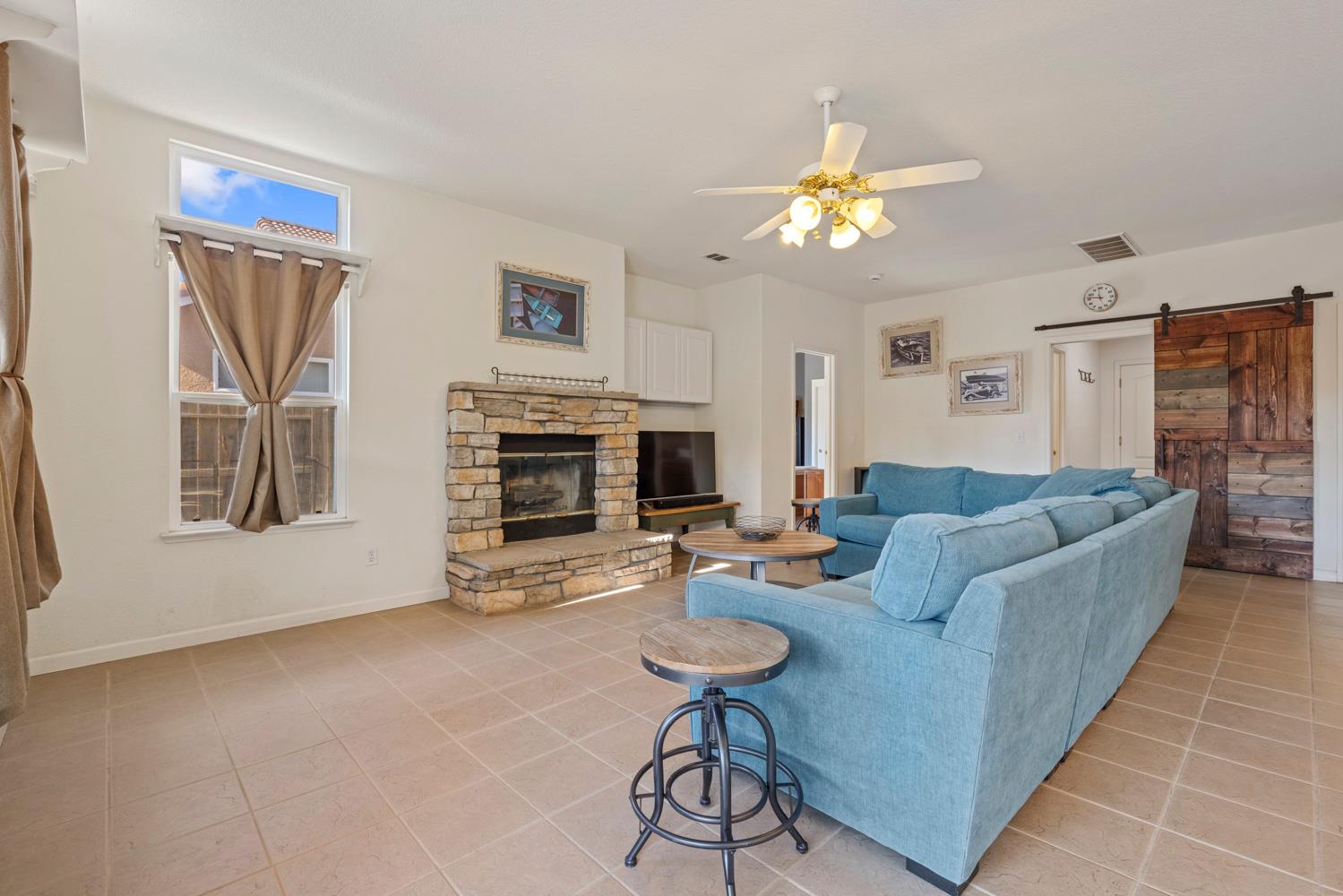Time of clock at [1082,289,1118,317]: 11:46
